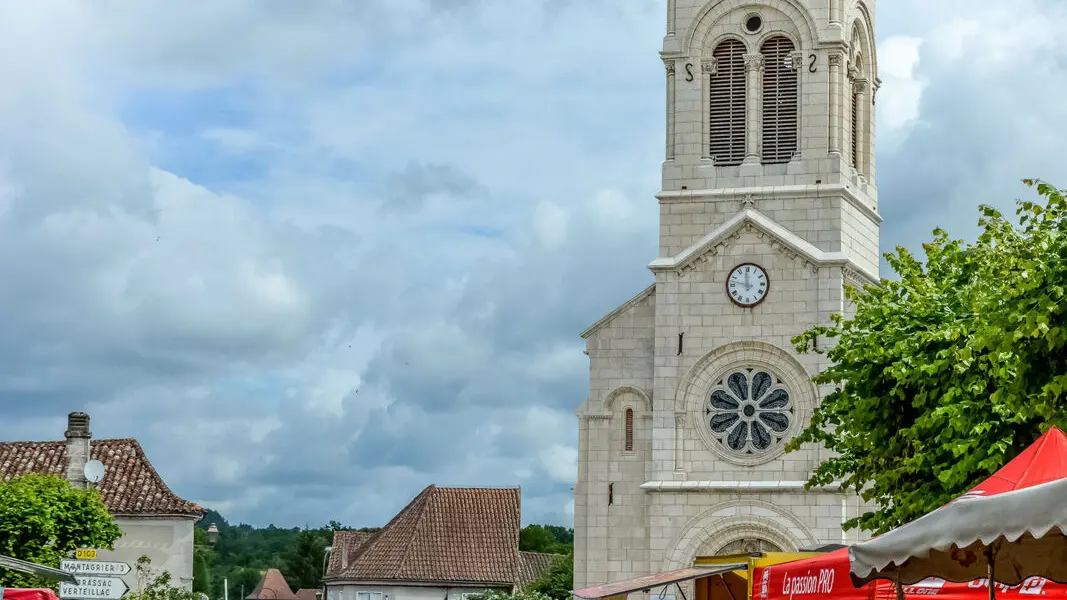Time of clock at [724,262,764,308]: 11:47
